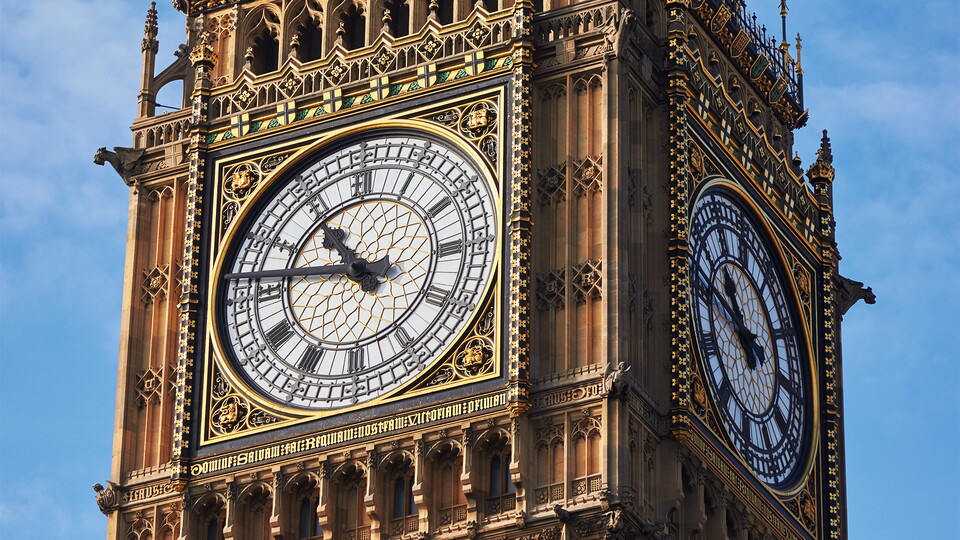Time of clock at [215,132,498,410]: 10:46
